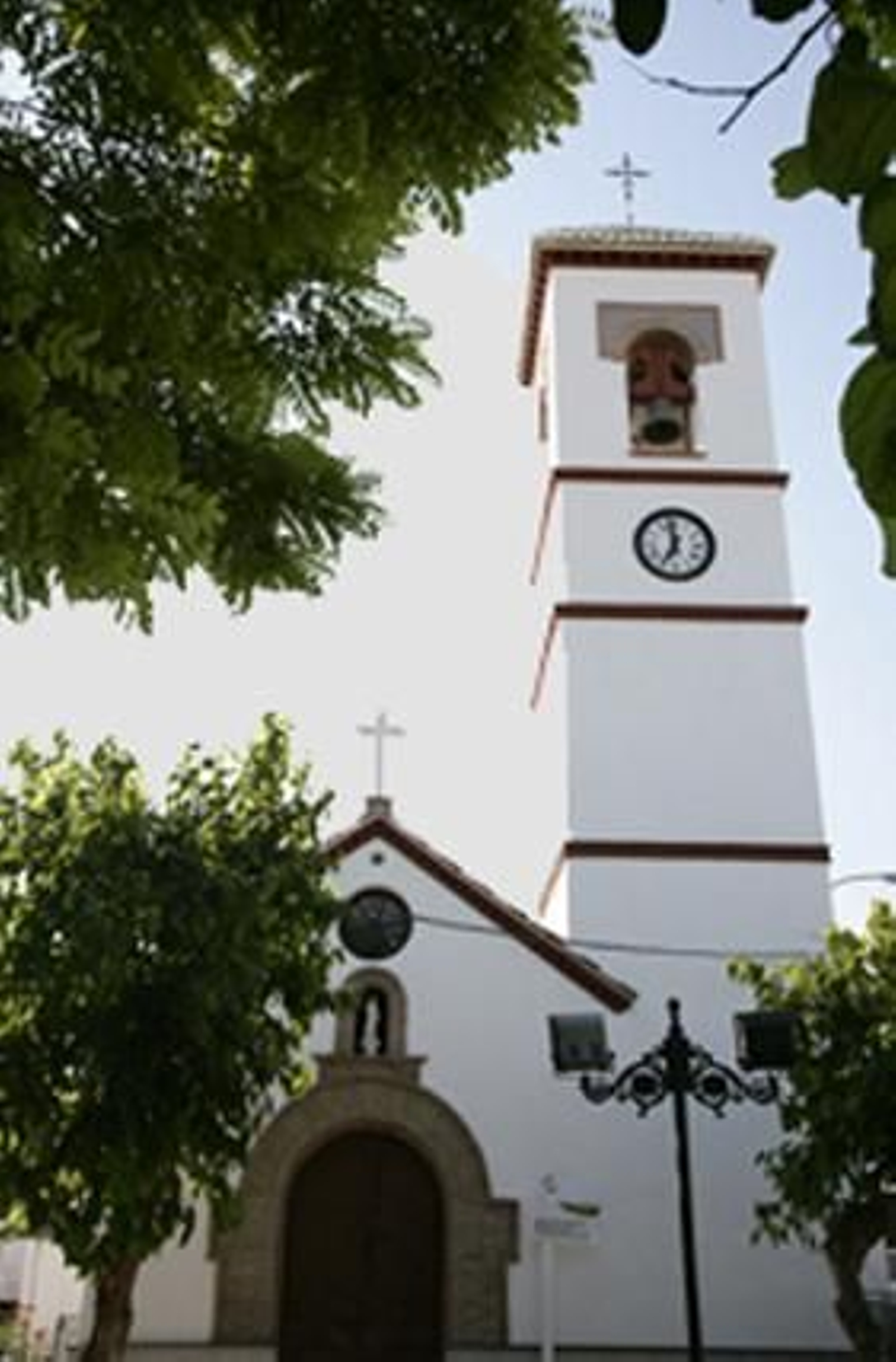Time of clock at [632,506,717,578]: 6:58
